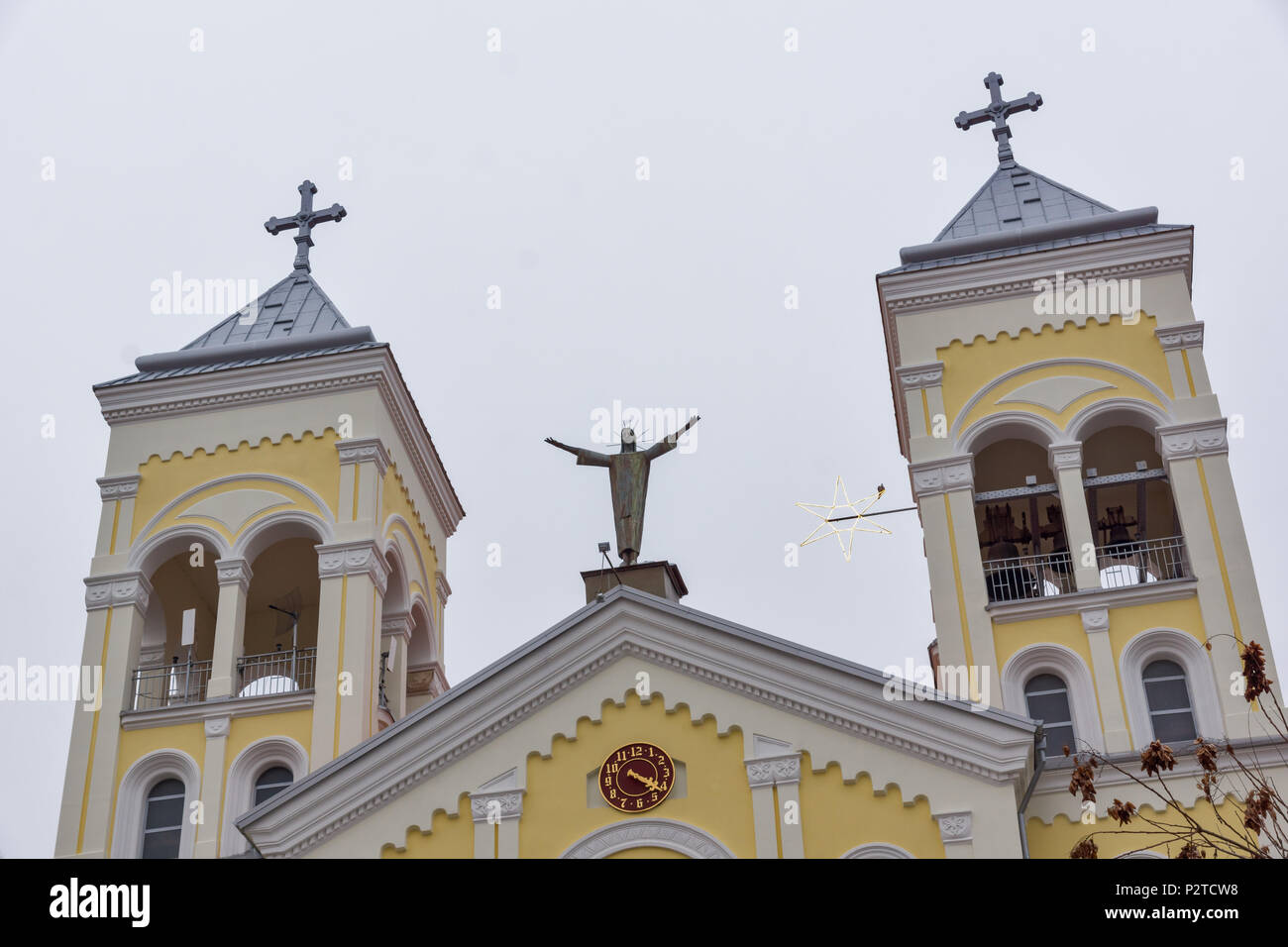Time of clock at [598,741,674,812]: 4:21
